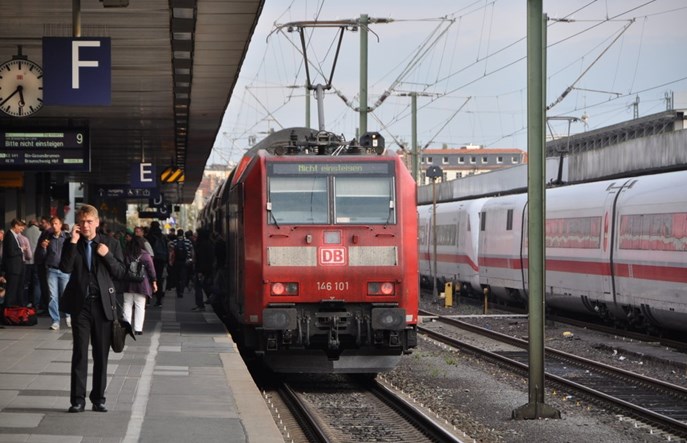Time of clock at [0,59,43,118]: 5:38
